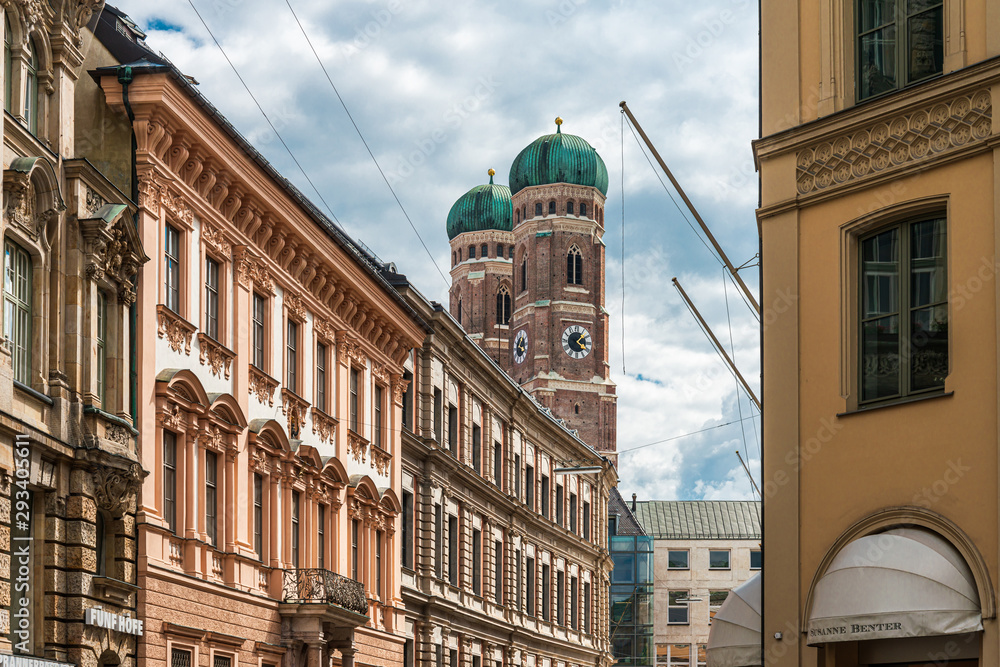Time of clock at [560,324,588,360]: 4:07
